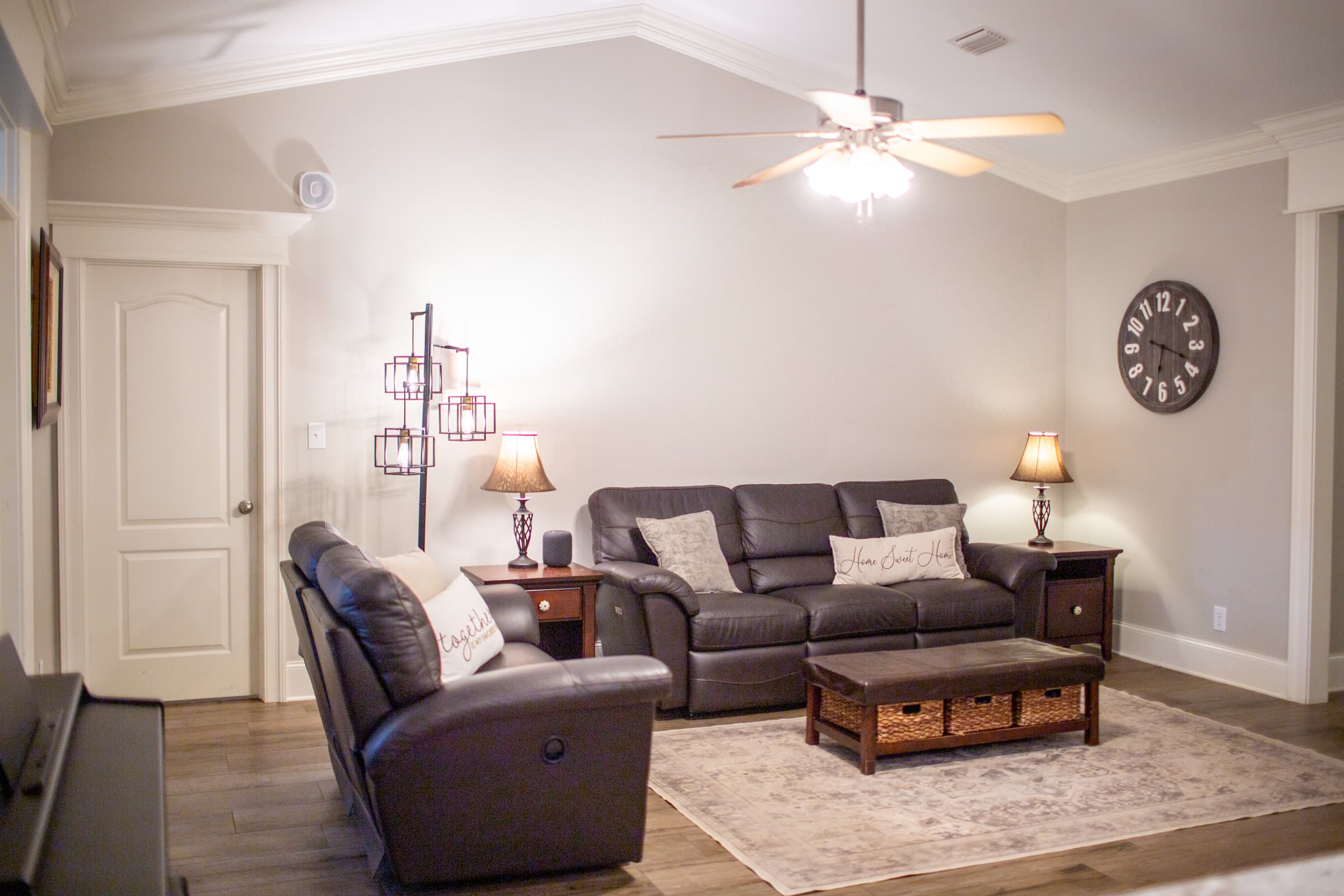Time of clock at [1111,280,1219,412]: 6:18
